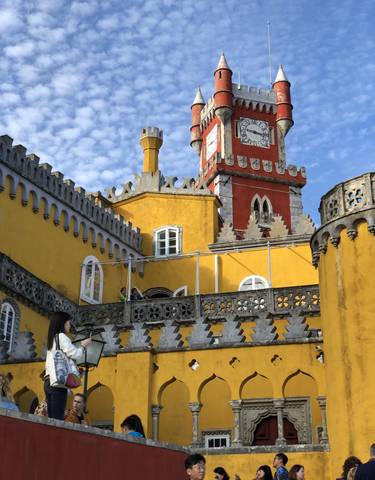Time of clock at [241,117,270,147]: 9:16
